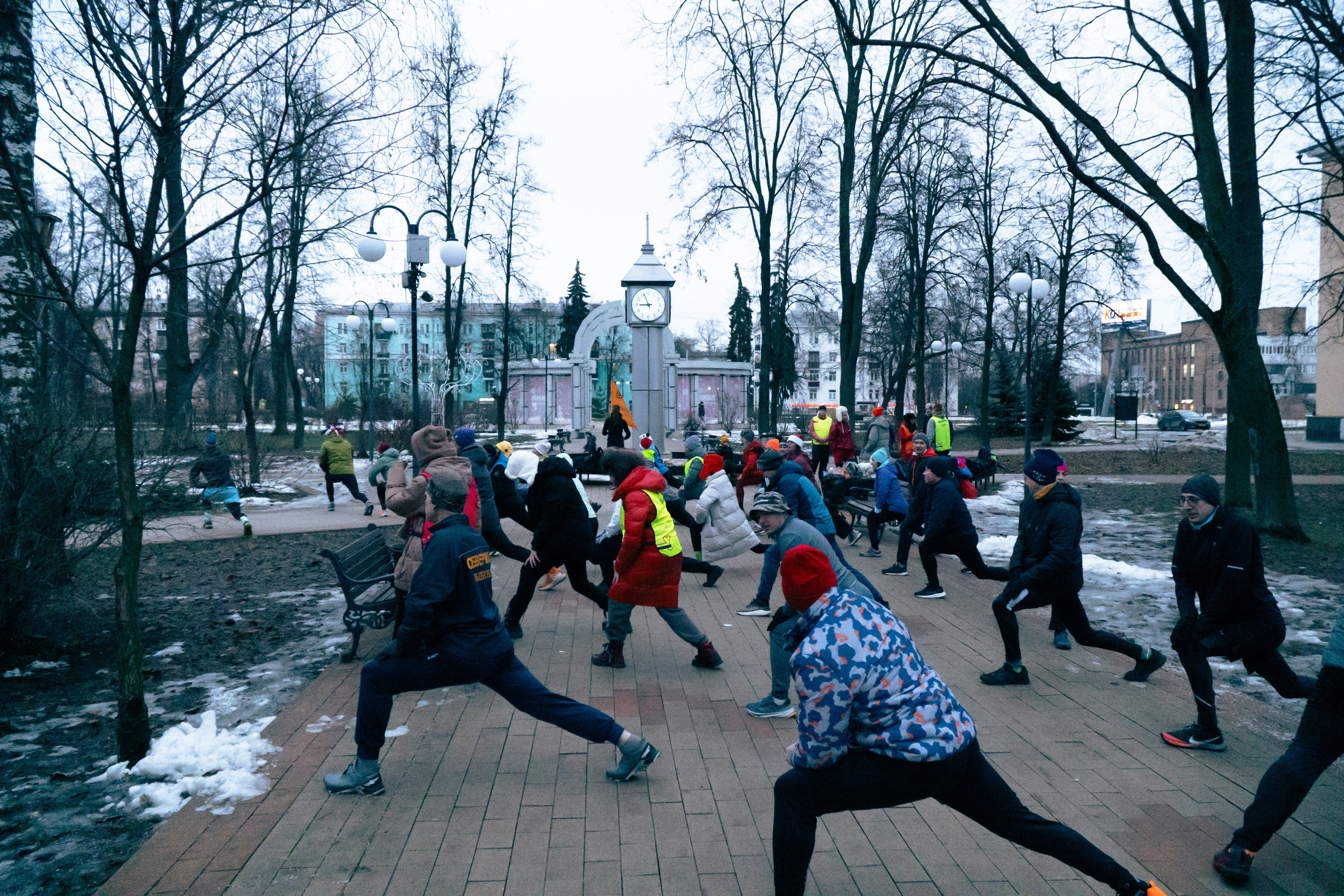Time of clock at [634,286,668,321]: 8:56
